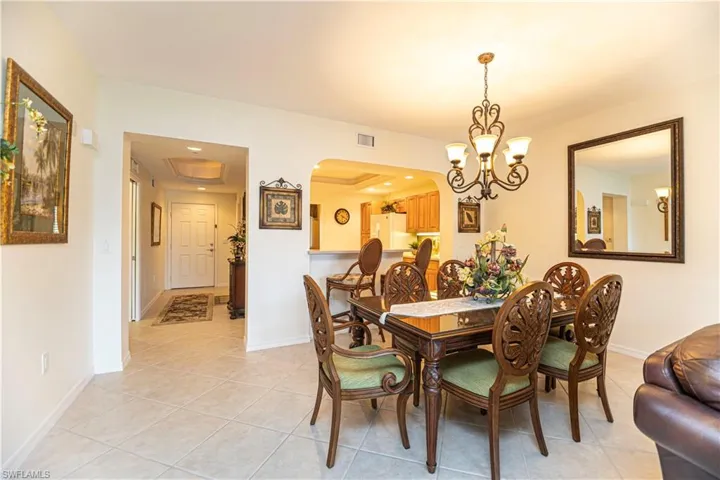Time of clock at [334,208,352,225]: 6:20
